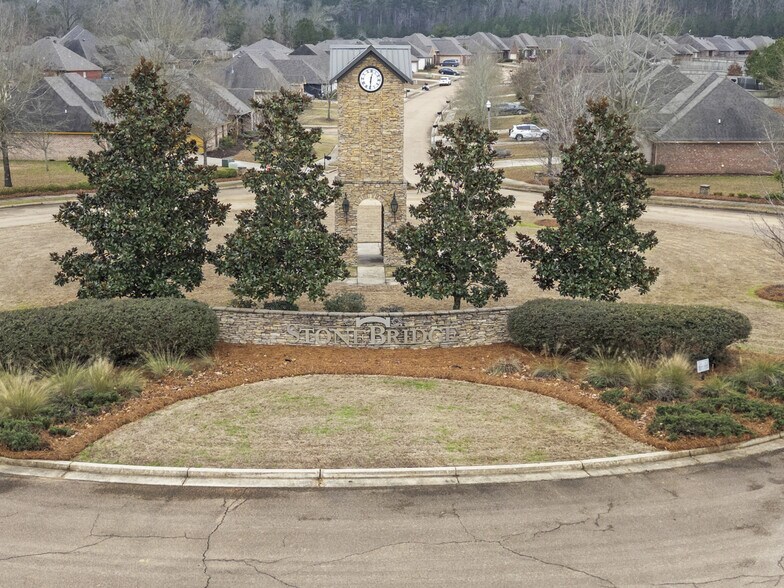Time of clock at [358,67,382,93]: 12:29
